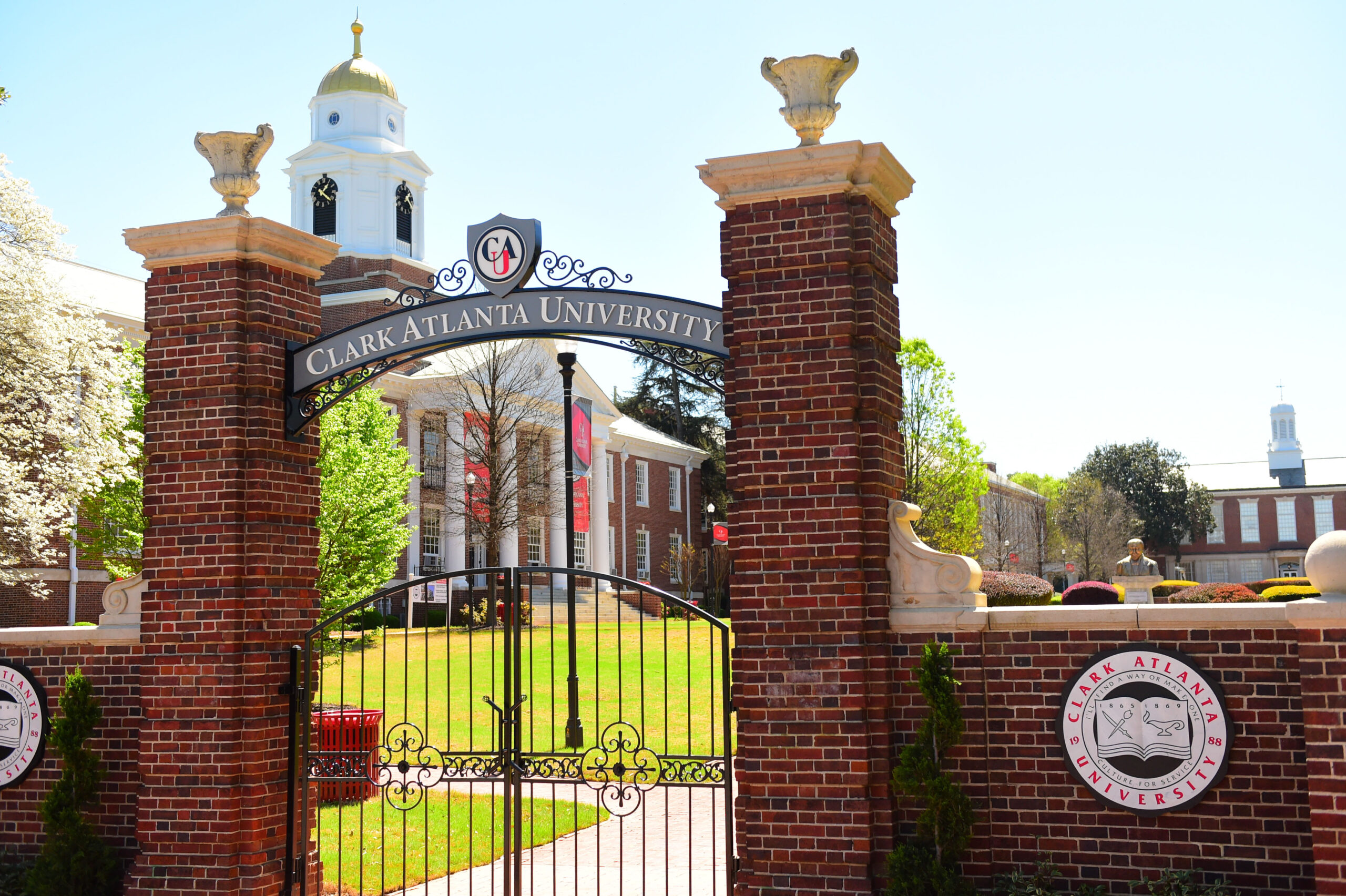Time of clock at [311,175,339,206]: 1:21
